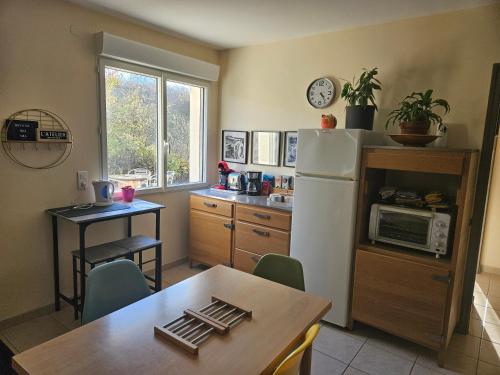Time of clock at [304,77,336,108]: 4:23
